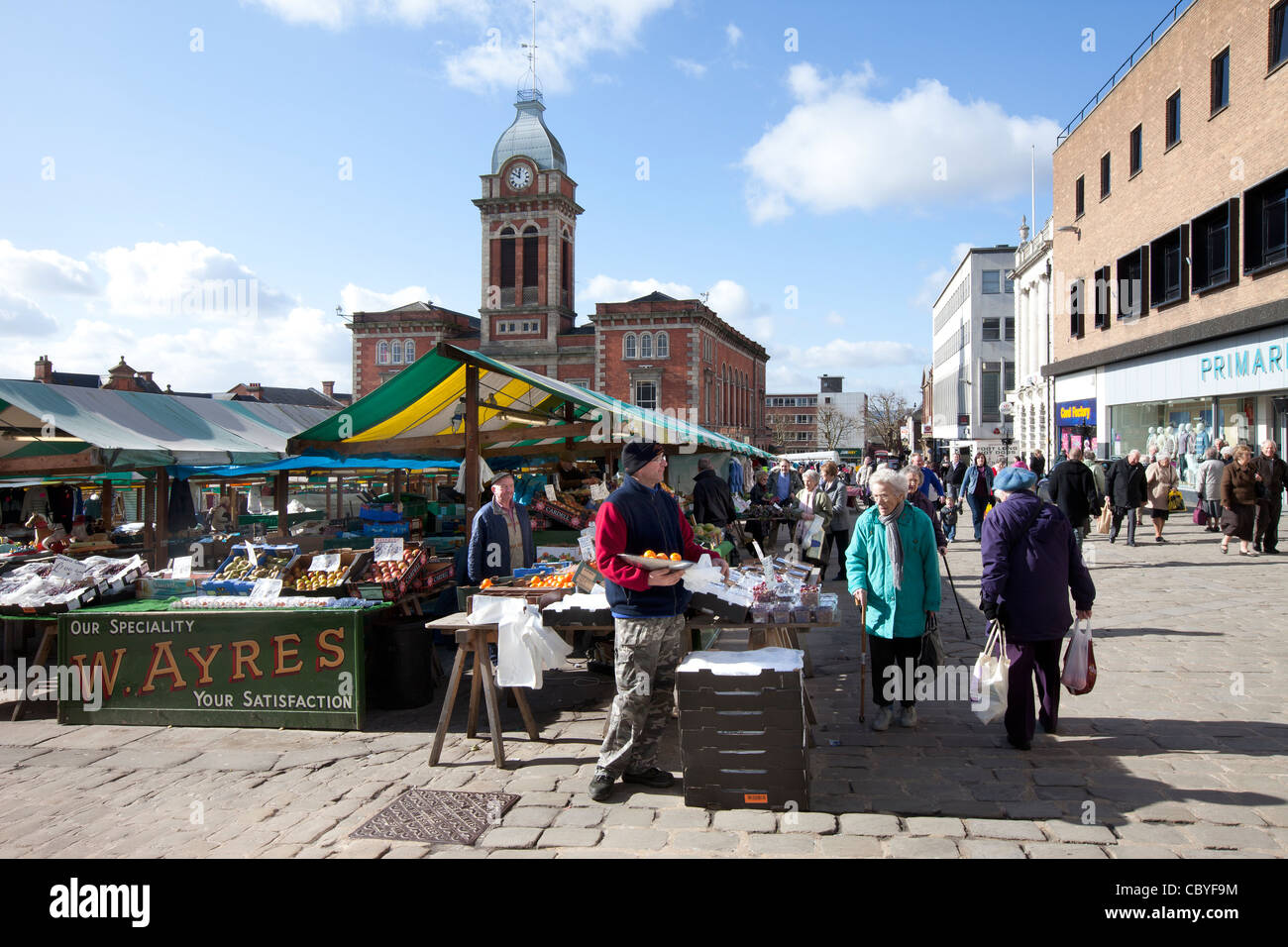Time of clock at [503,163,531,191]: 11:50
